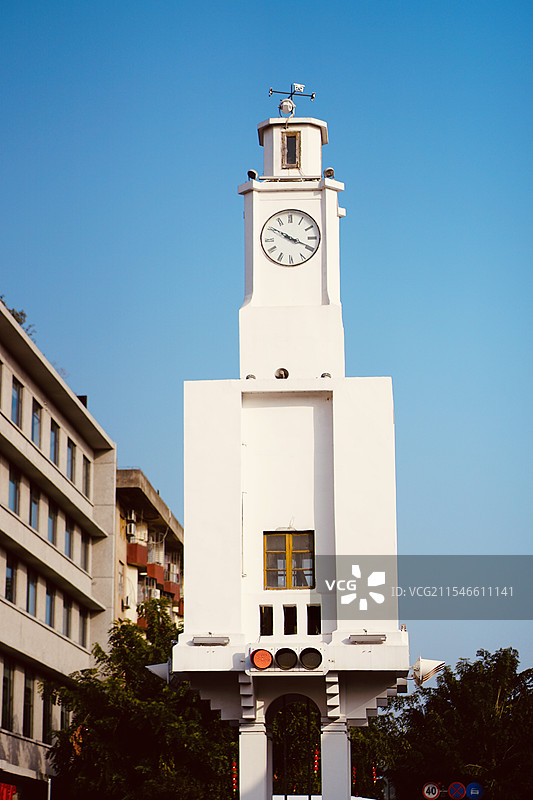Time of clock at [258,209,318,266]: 3:50
